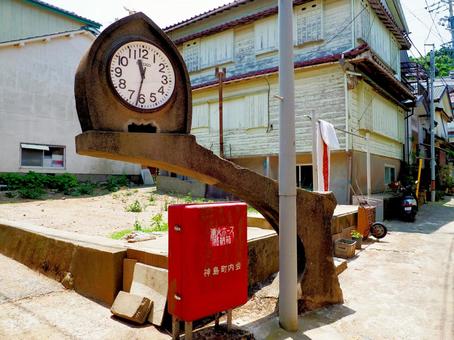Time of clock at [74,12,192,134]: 11:32
